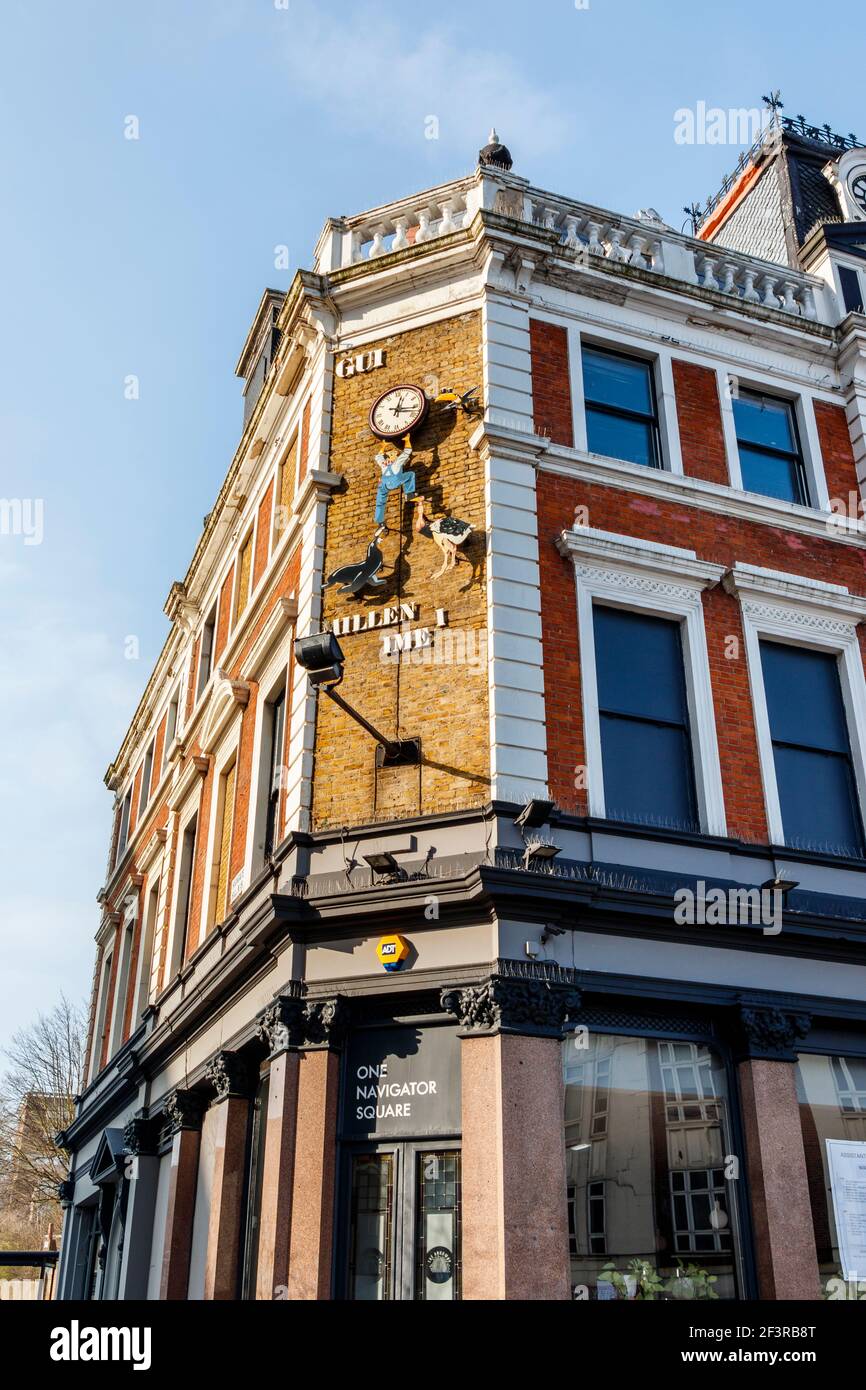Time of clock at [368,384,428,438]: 12:16
